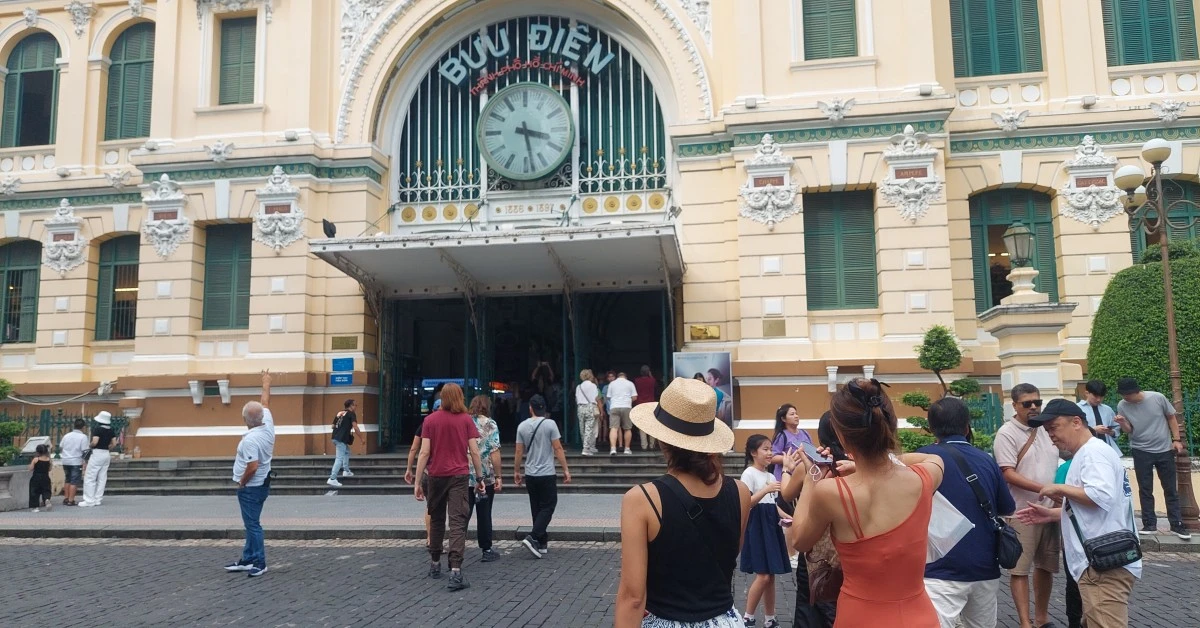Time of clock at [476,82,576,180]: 3:28
